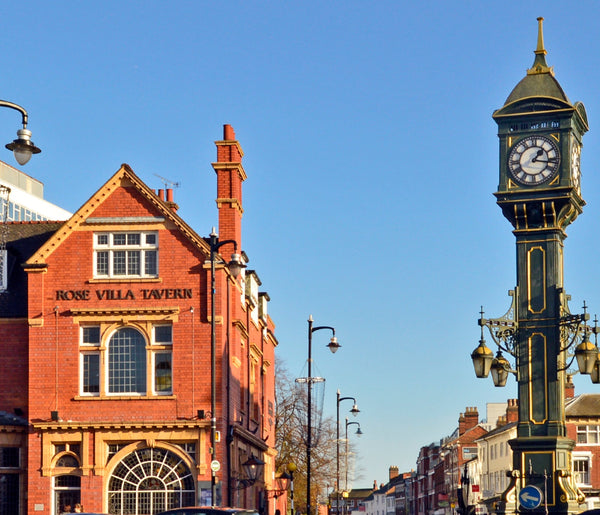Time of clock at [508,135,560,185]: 1:16
